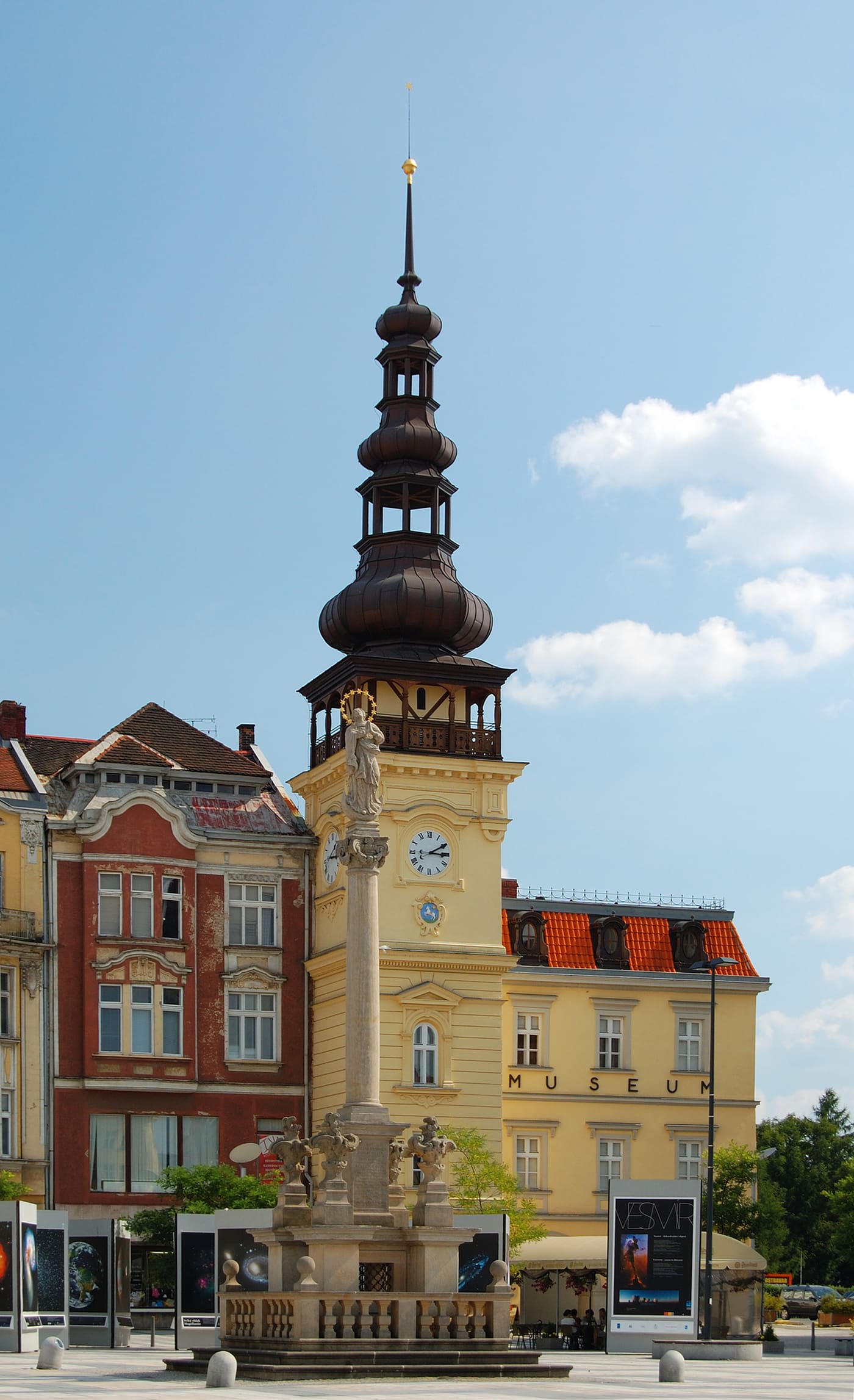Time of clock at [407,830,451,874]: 3:10
